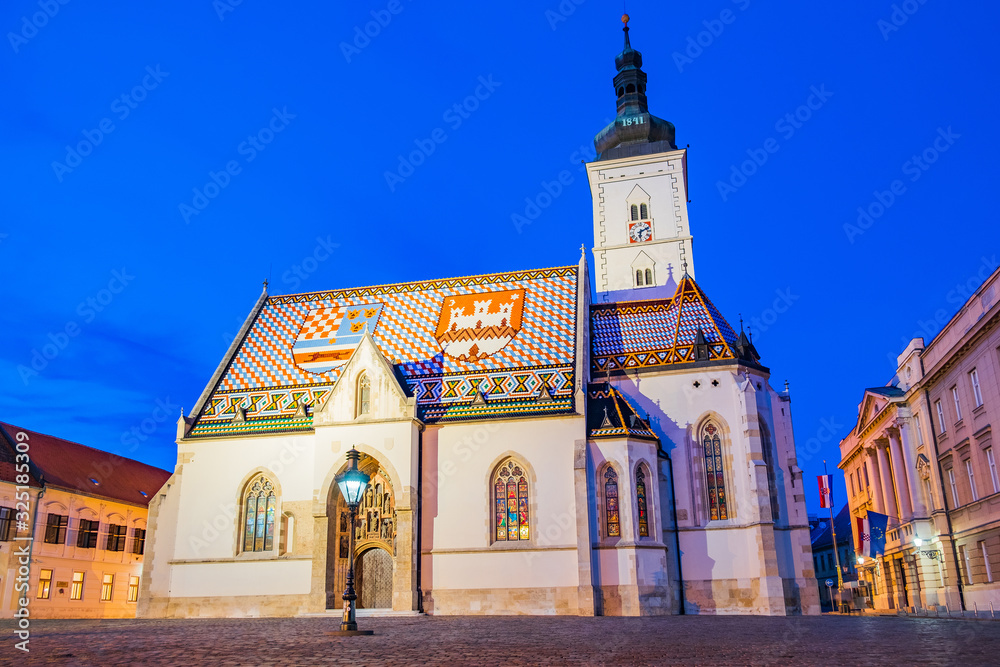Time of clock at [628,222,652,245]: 6:11
